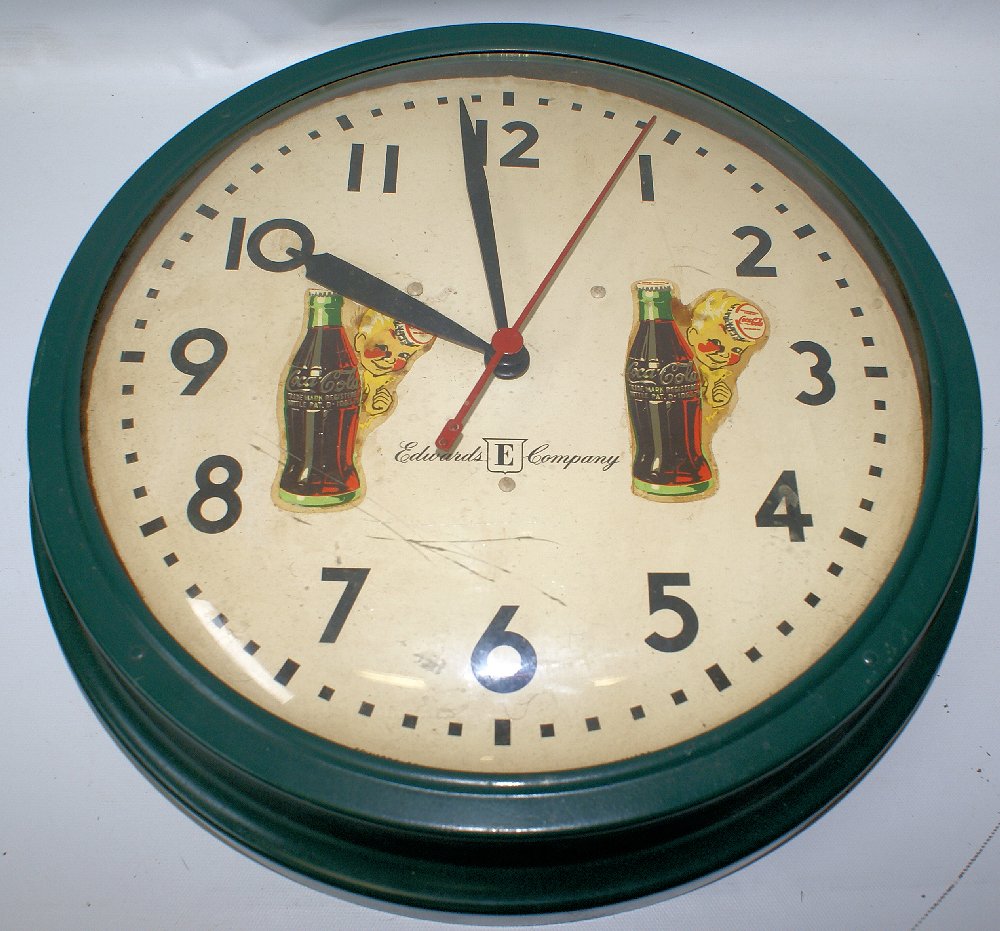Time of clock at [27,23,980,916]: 9:58
